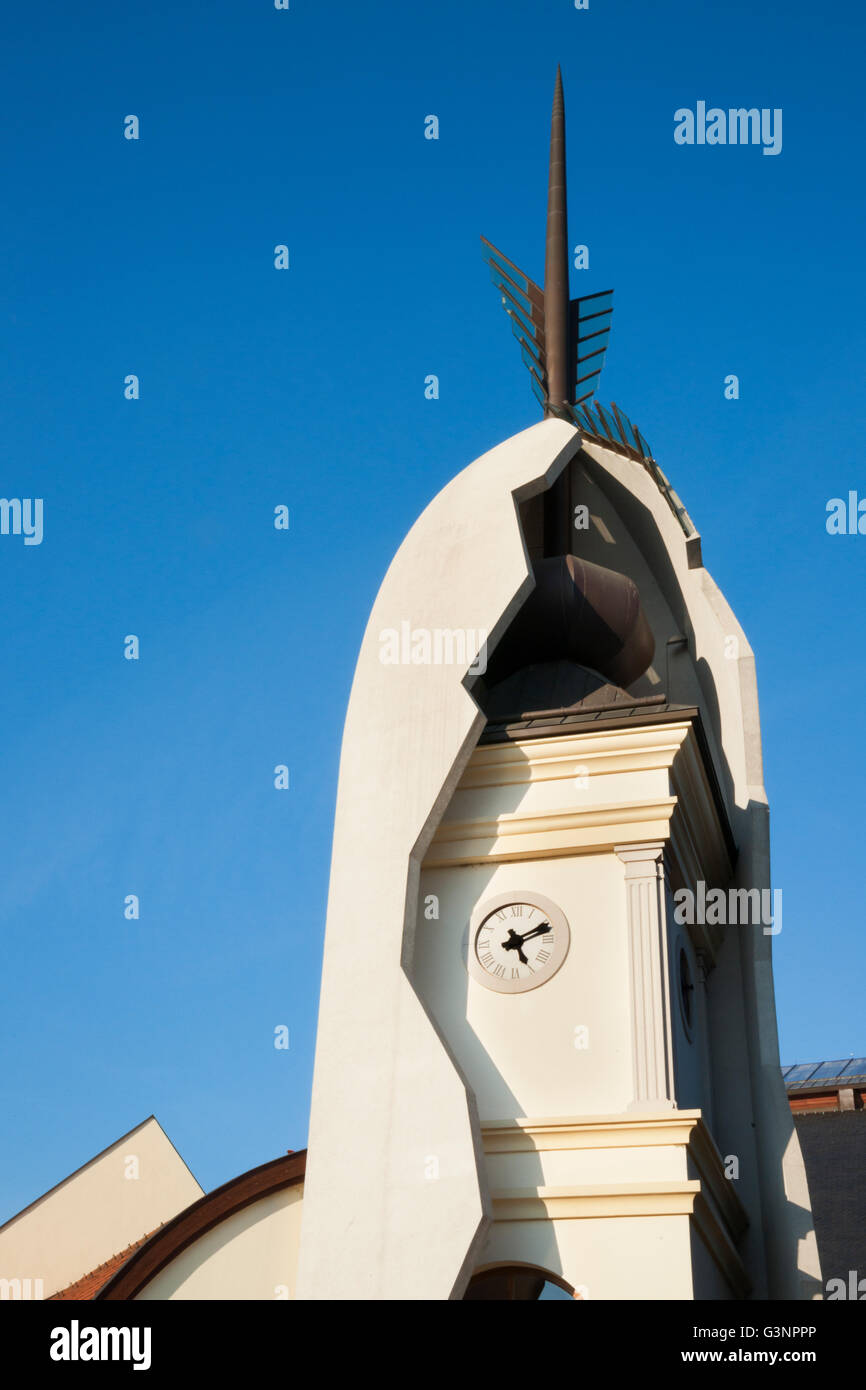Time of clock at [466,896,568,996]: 5:11
